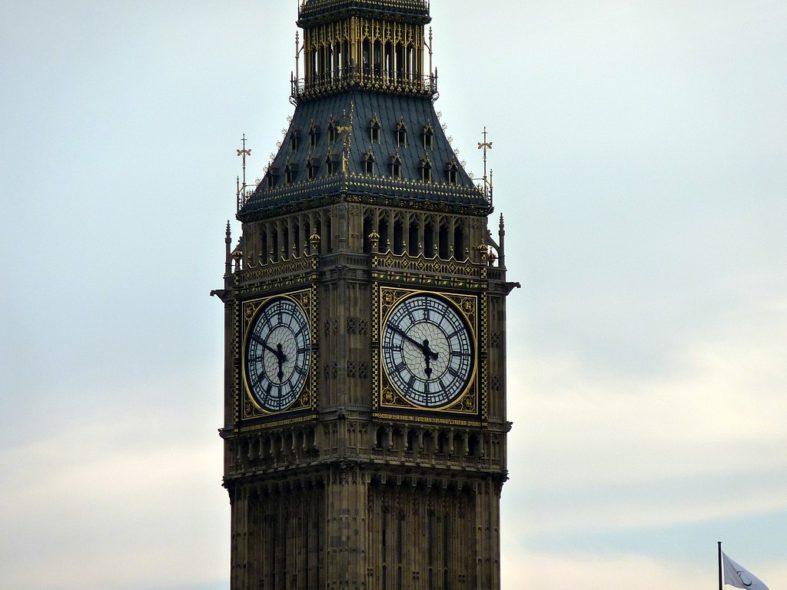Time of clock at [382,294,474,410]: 5:48
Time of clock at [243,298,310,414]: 5:49
